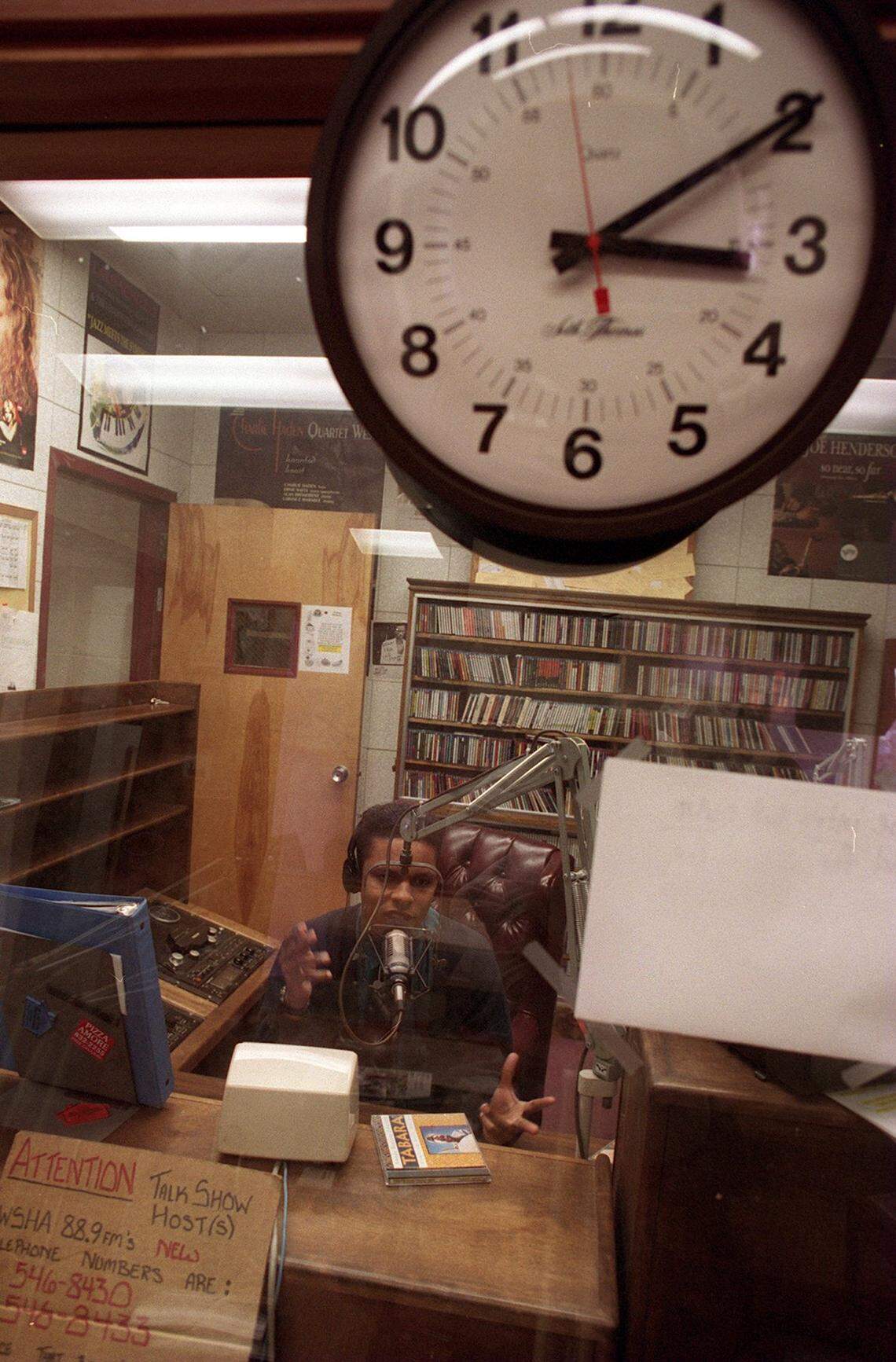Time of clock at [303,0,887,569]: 3:09
